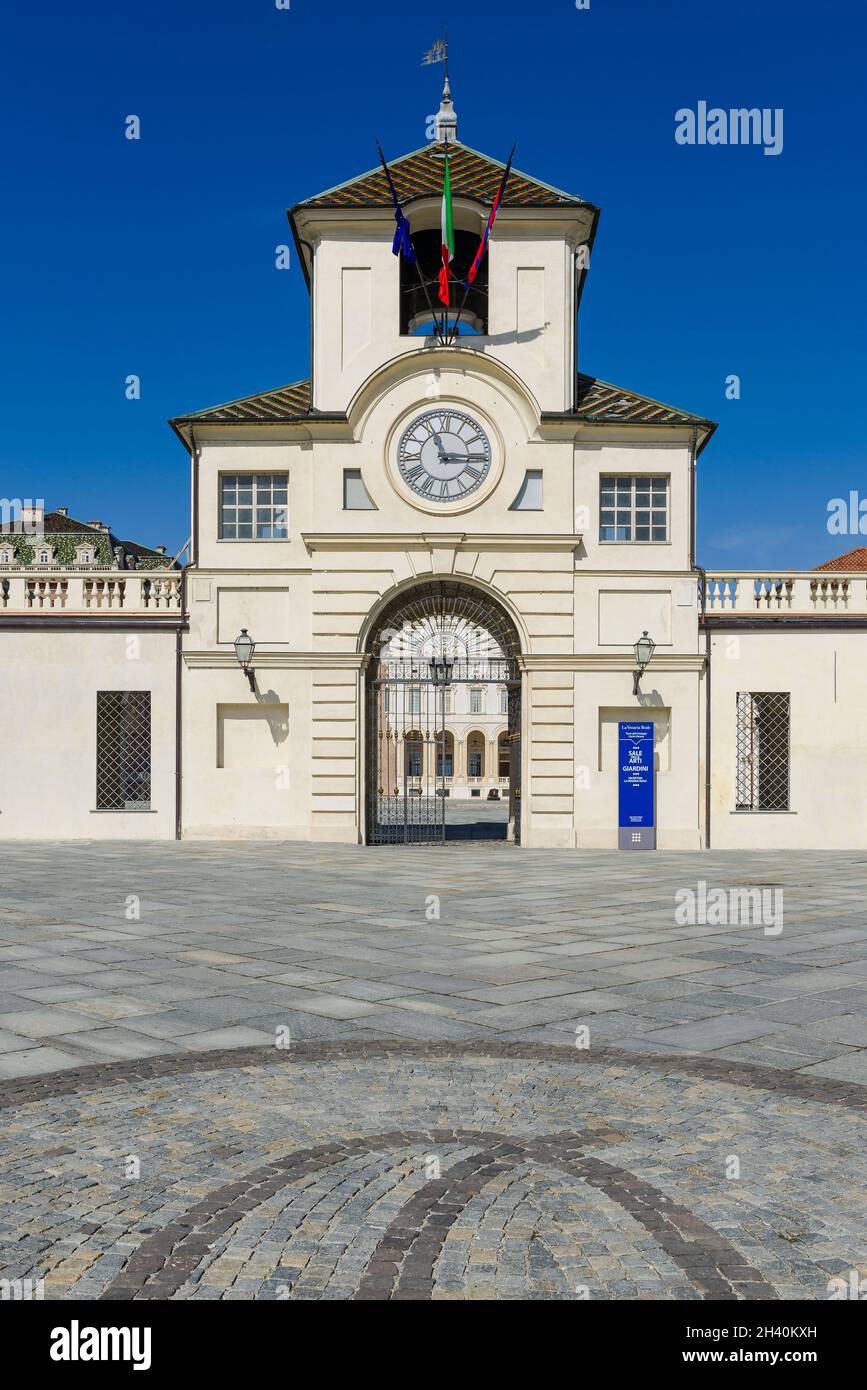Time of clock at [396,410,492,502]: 11:15
